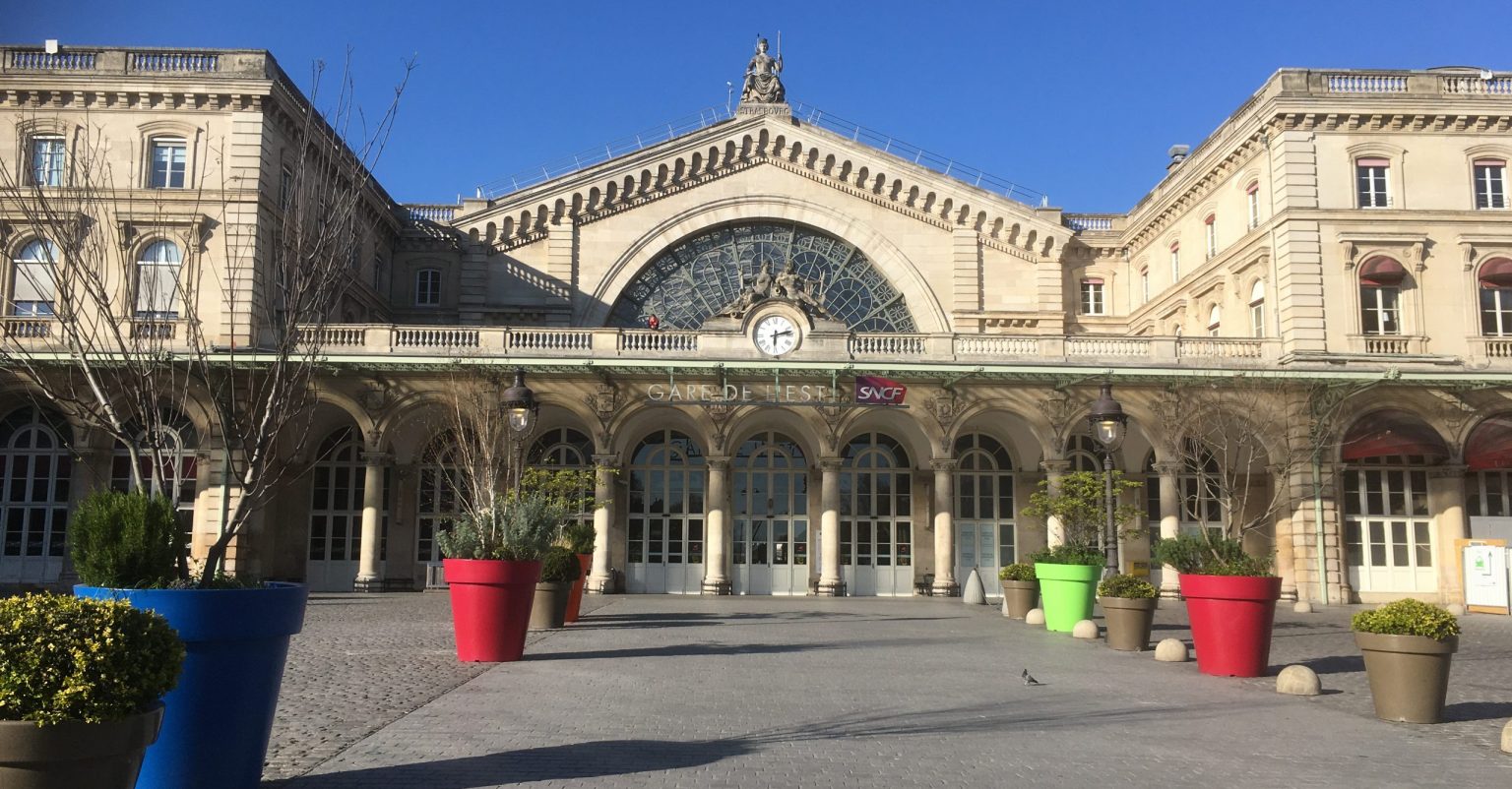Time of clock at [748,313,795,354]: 6:12
